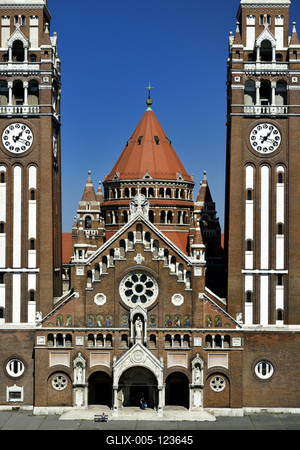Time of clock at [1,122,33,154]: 1:18
